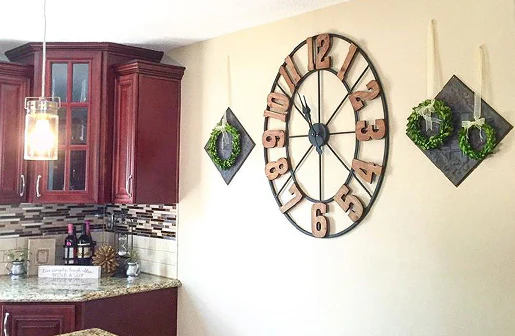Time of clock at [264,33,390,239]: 10:07
